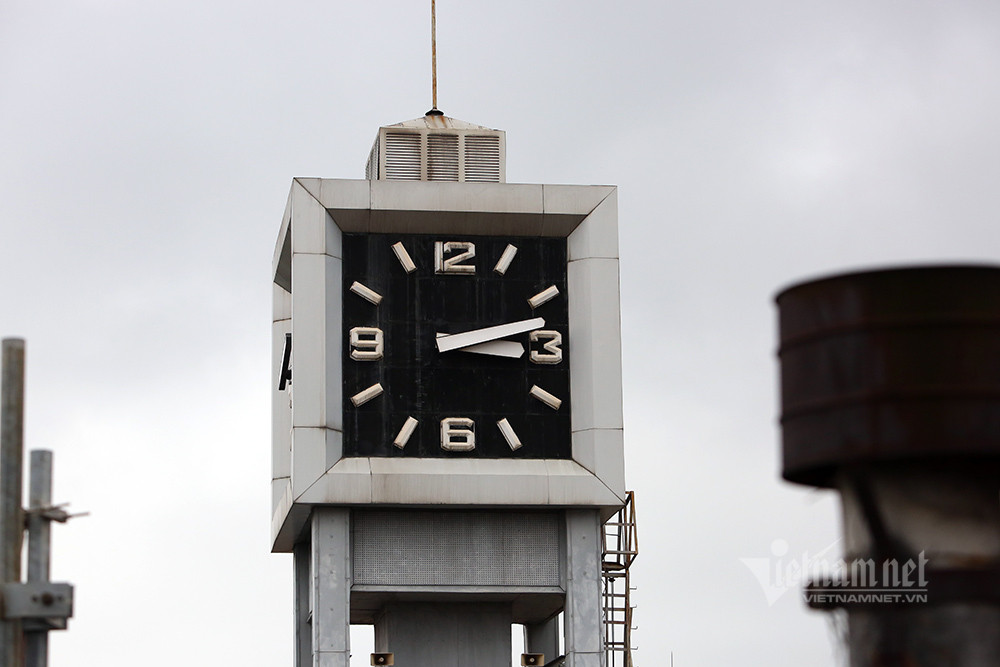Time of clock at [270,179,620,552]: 3:12
